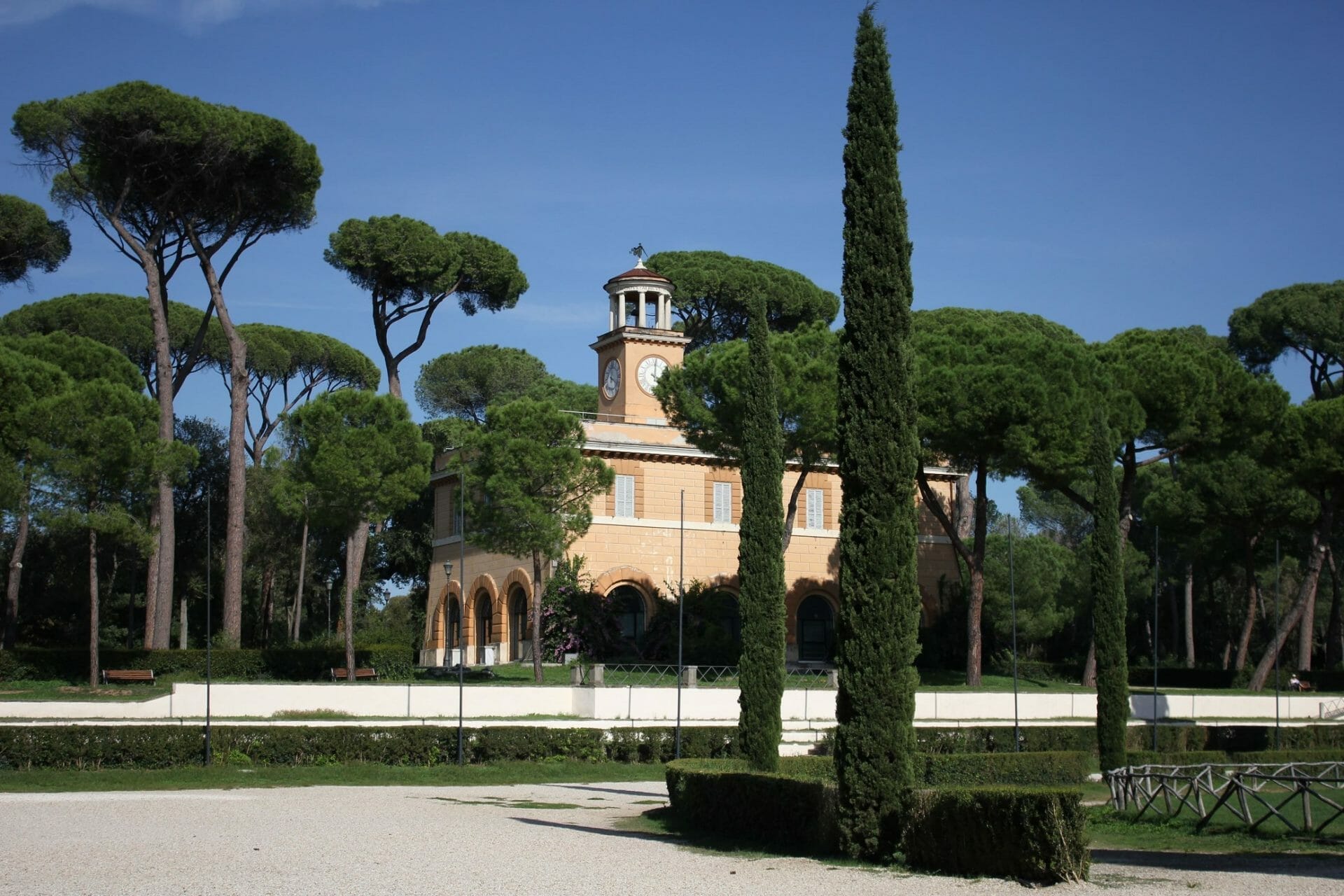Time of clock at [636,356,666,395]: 4:01
